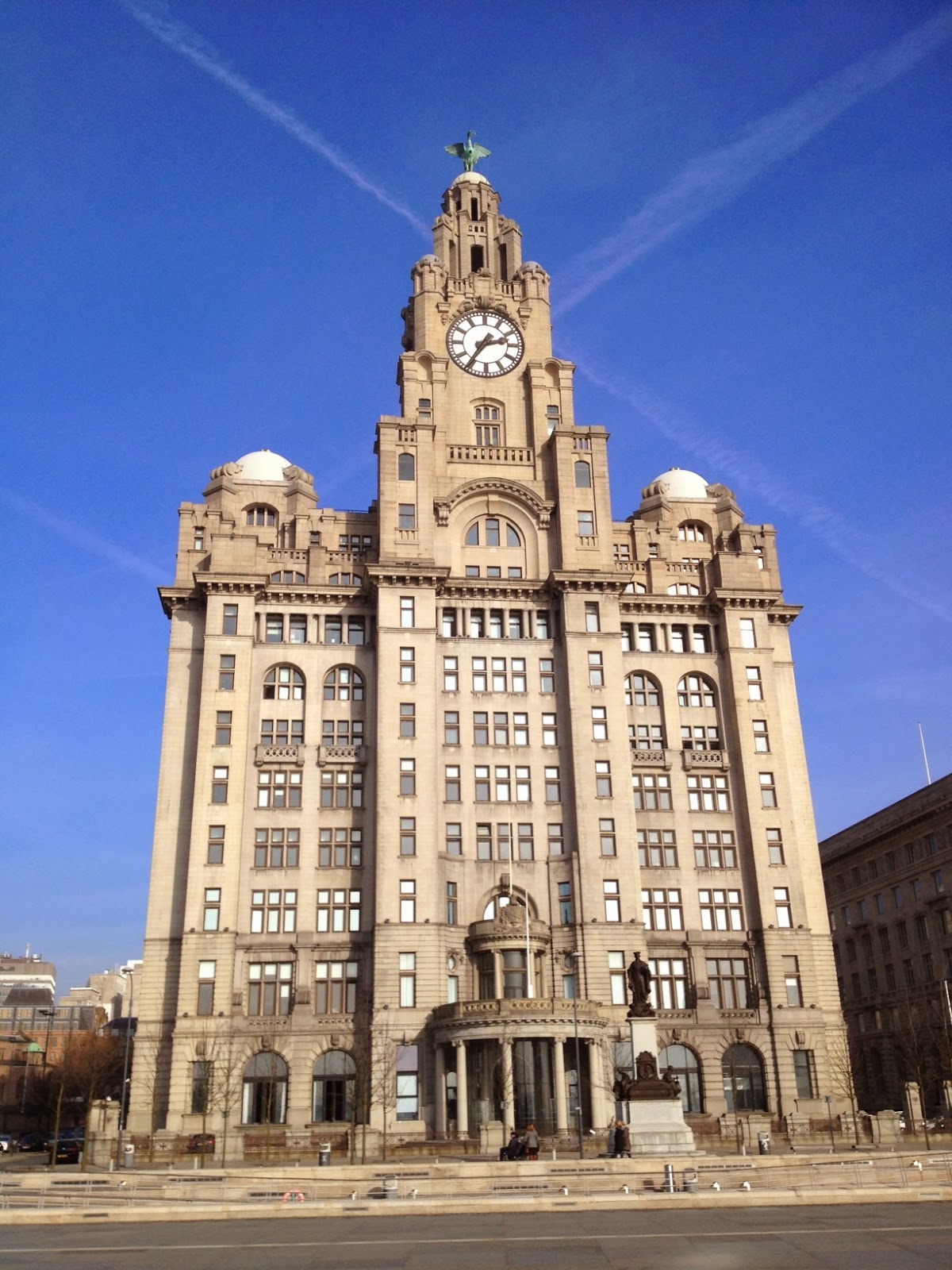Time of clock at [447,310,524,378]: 2:36
